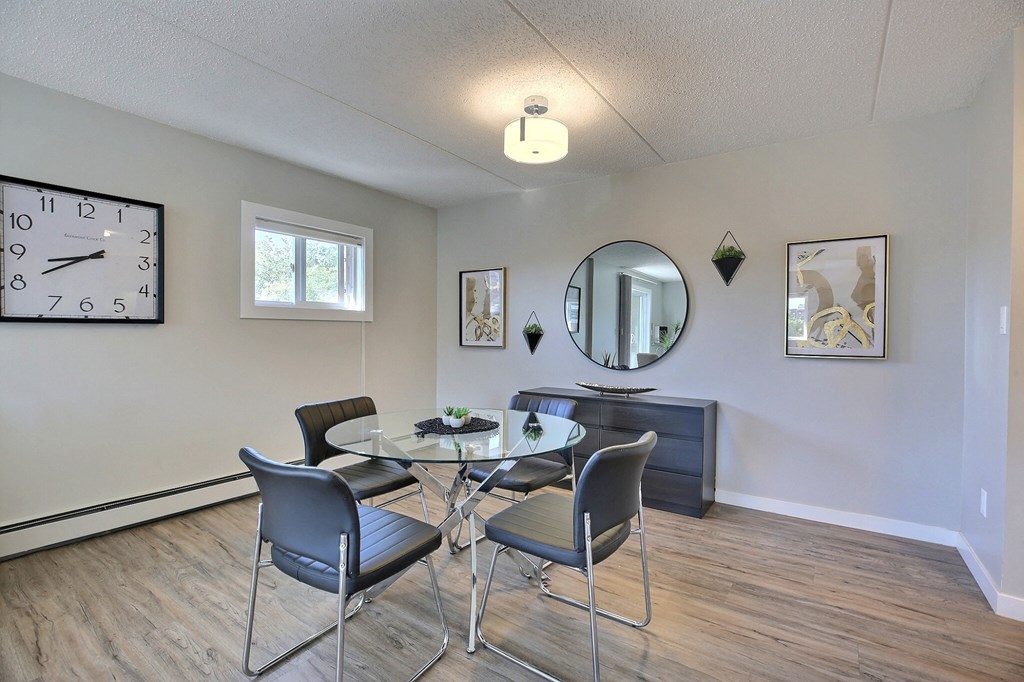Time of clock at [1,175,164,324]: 8:40
